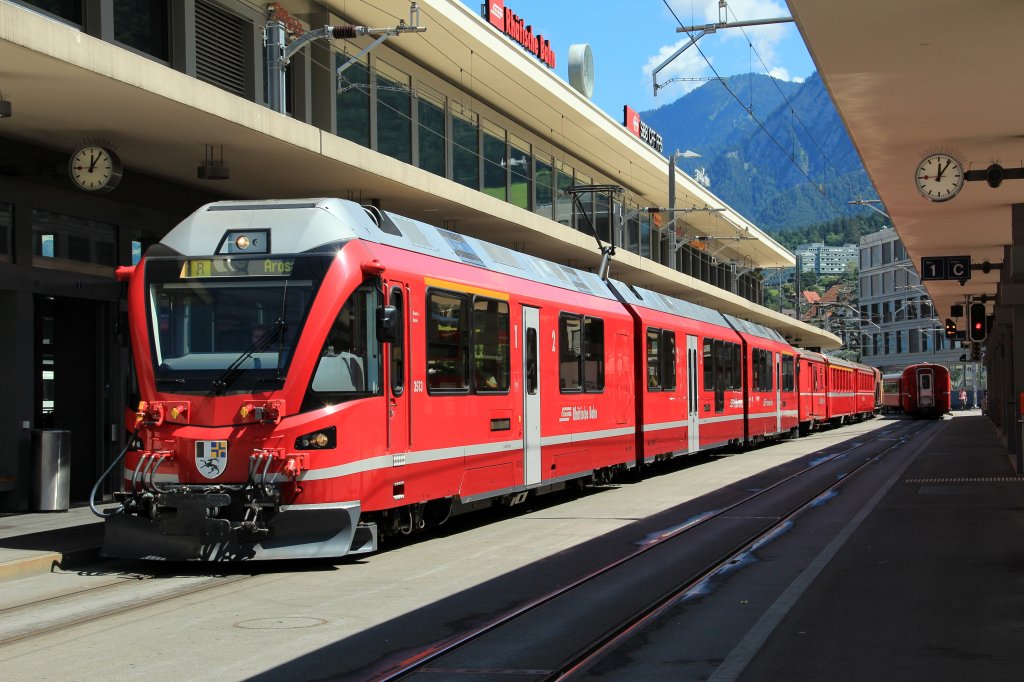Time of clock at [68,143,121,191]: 12:05
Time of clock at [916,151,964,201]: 12:06
